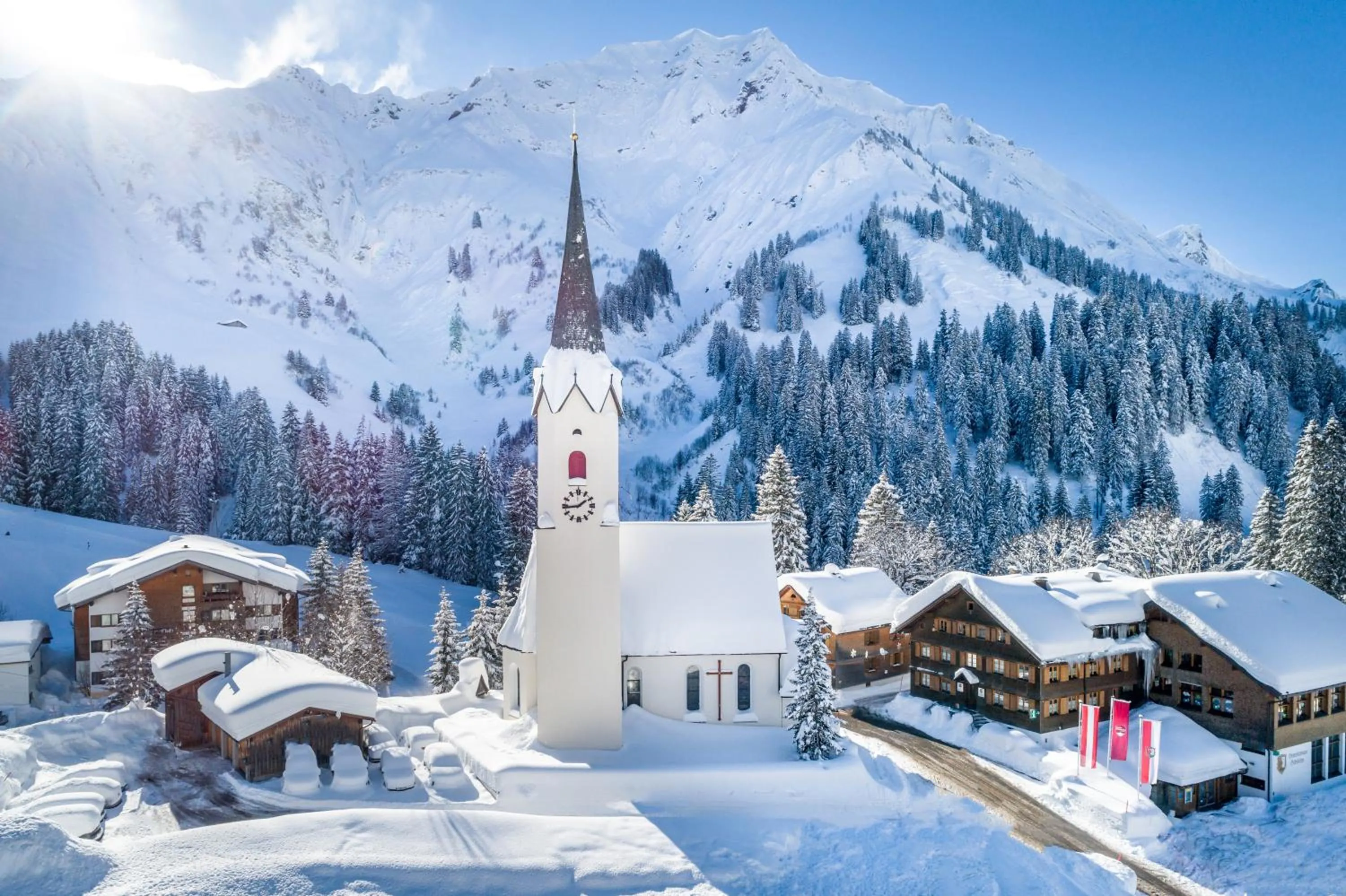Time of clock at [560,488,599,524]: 1:43
